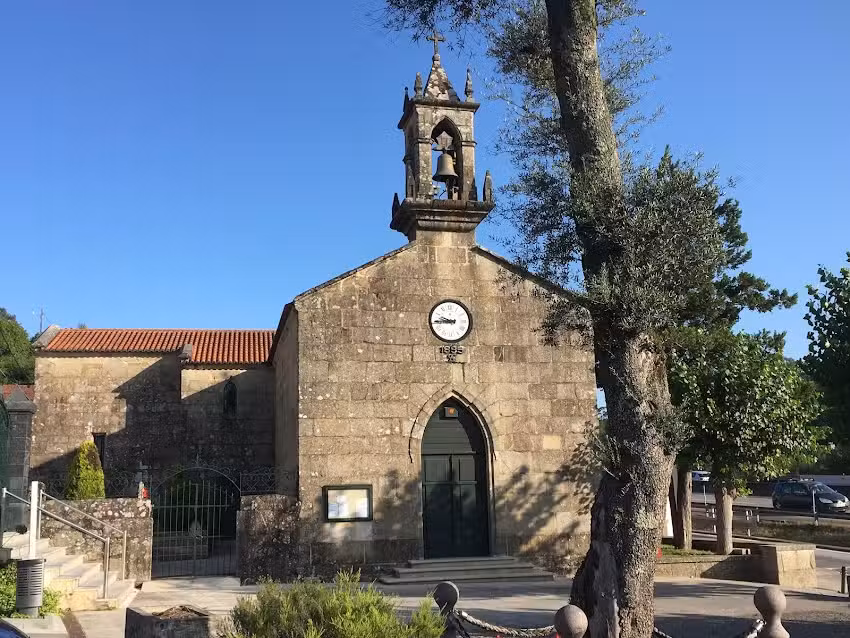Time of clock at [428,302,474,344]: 9:44
